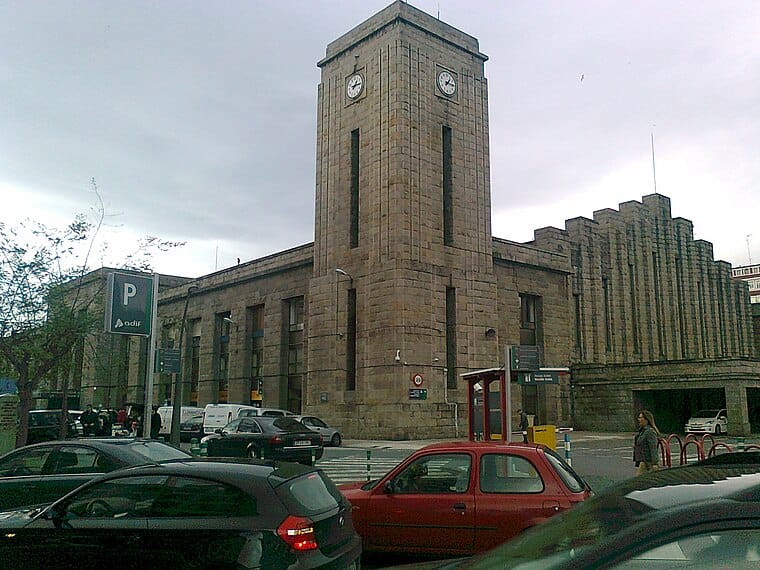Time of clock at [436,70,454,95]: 1:15
